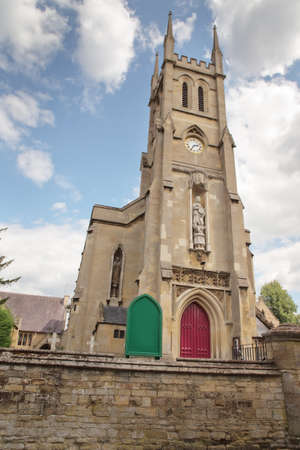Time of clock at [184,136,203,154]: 2:35
